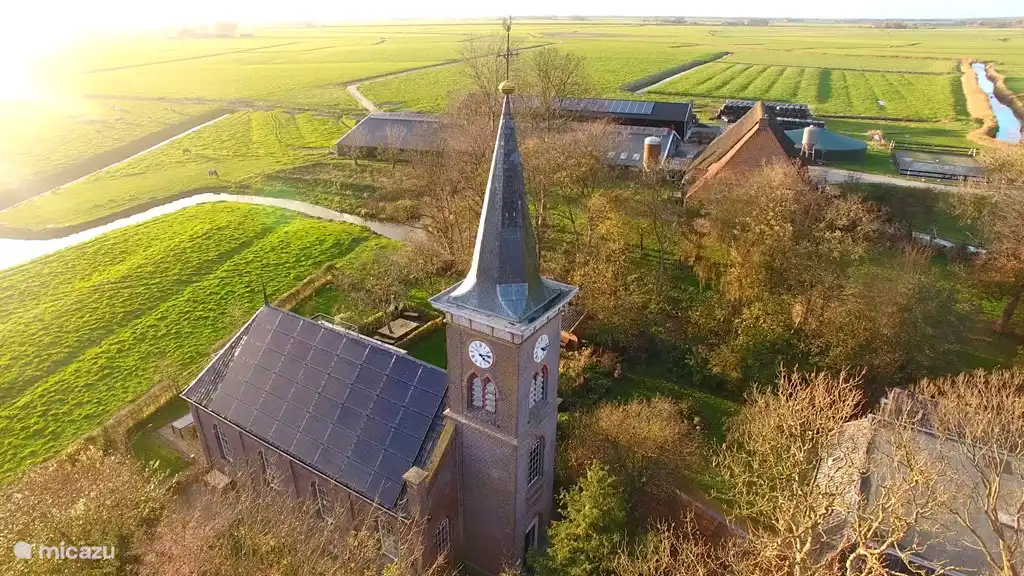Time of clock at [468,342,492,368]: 4:13
